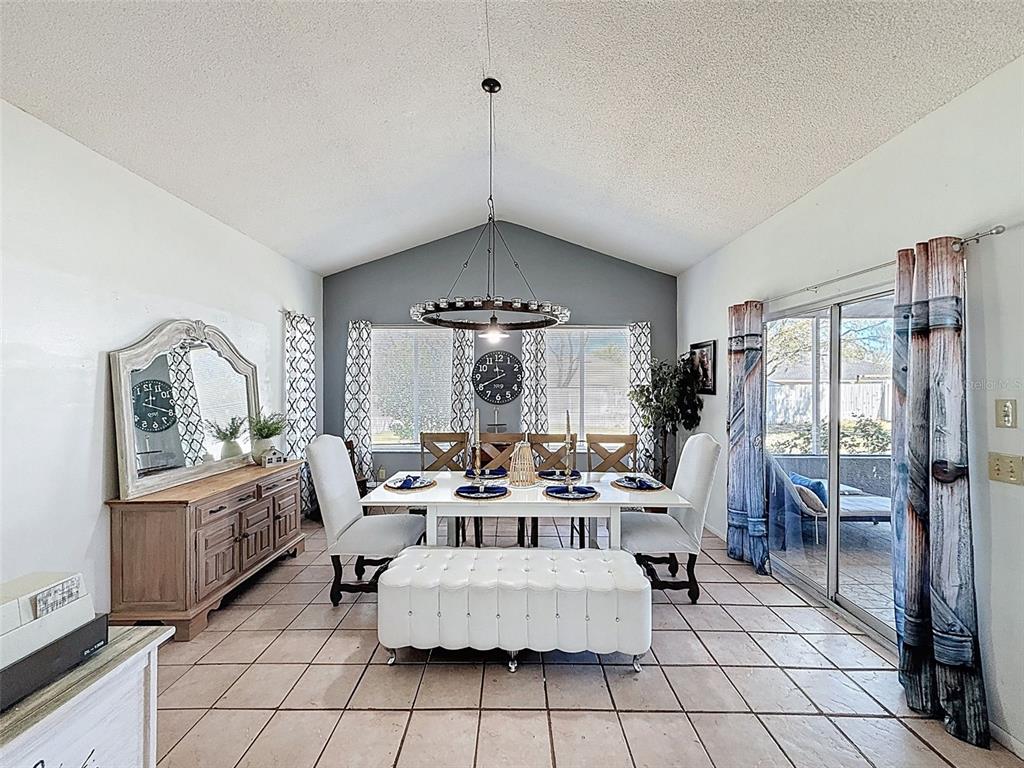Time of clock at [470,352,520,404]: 11:40
